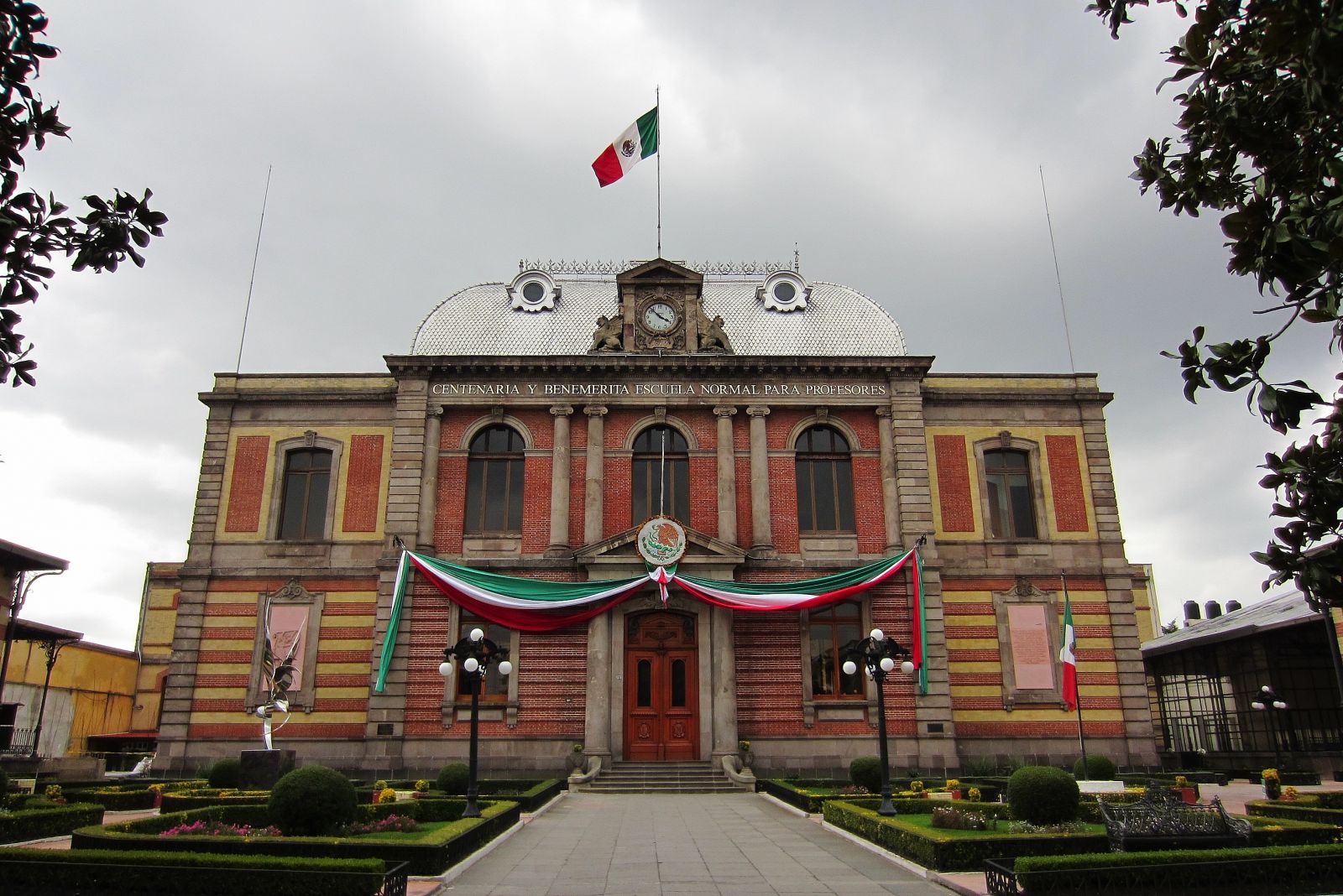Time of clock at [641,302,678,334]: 3:52
